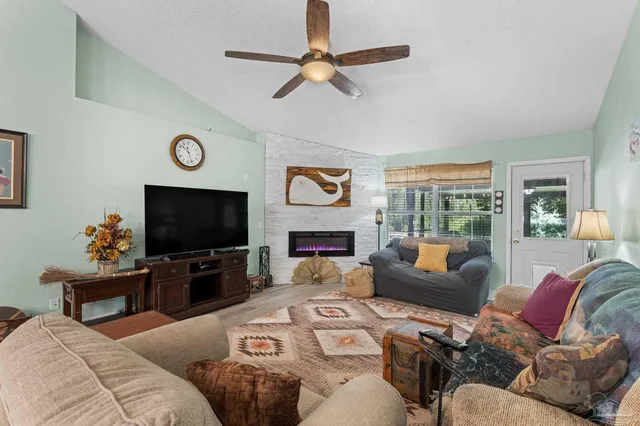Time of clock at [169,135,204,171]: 10:26
